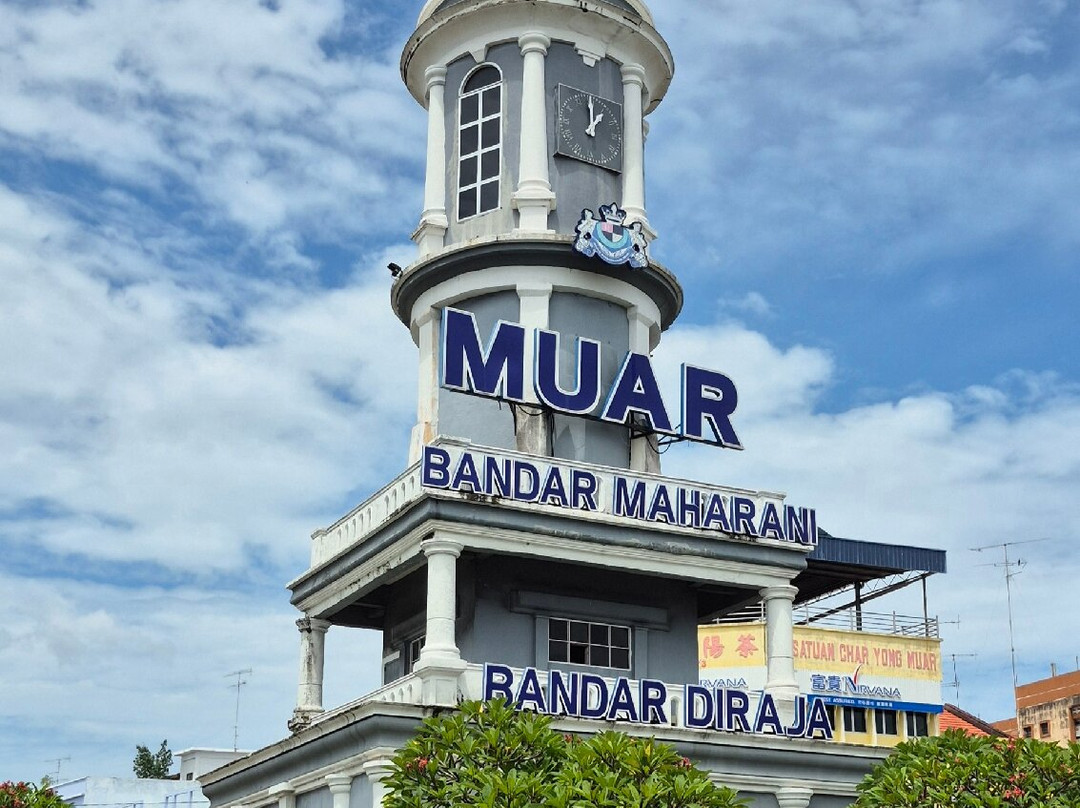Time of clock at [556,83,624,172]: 12:59
